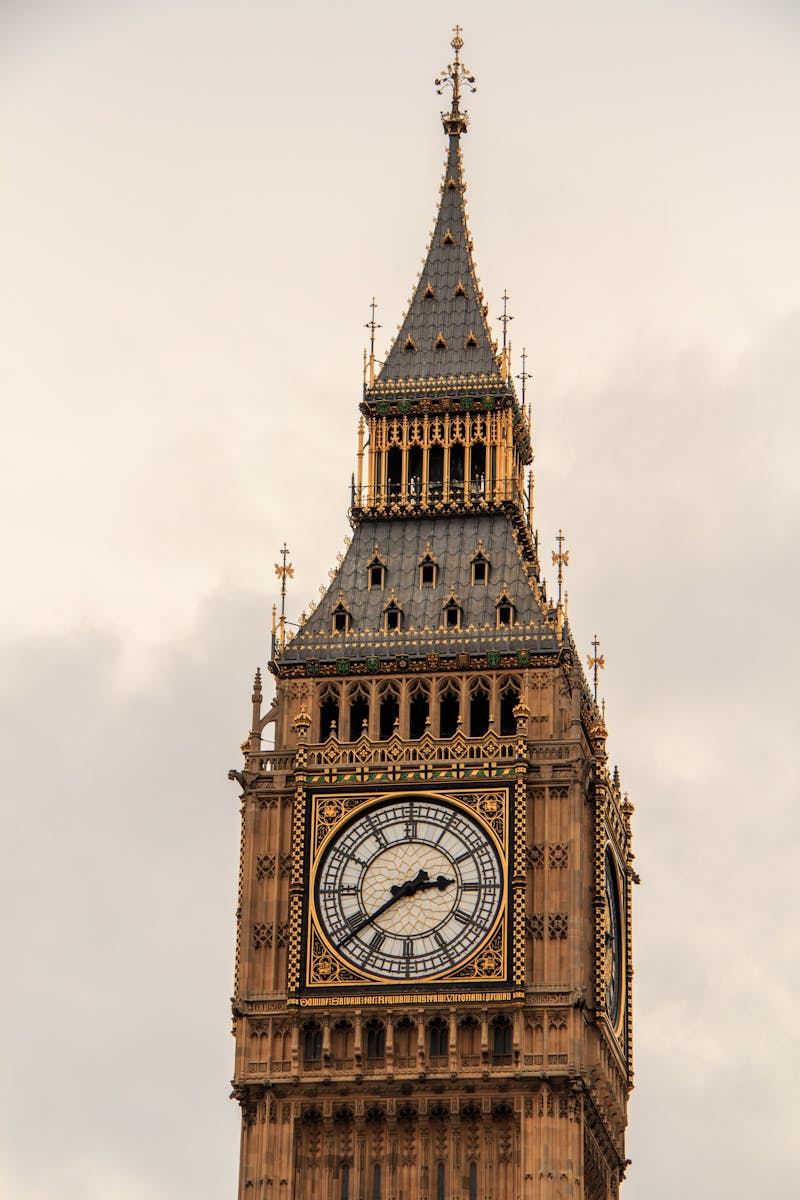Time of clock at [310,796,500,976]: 2:38
